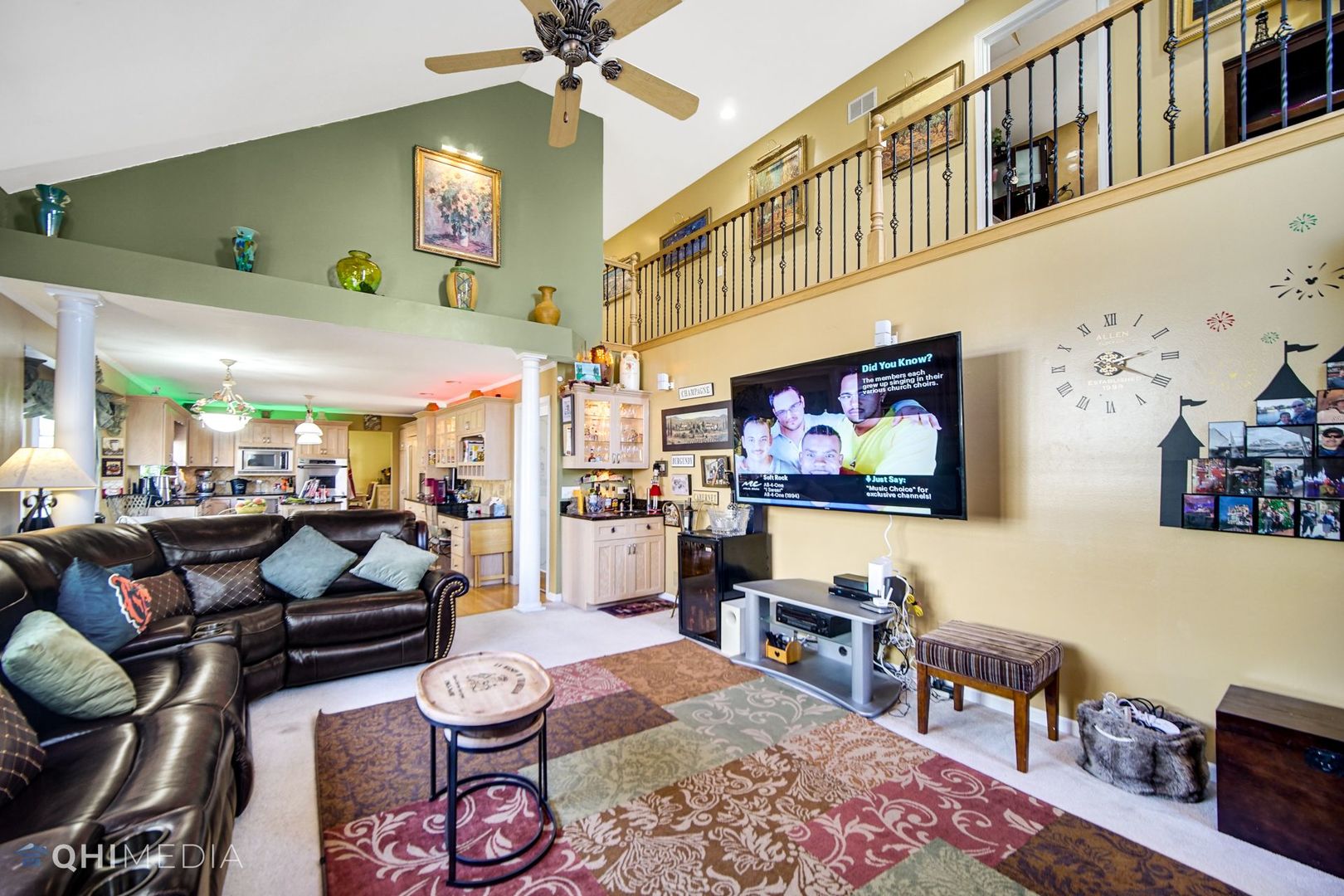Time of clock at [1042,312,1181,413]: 2:19
